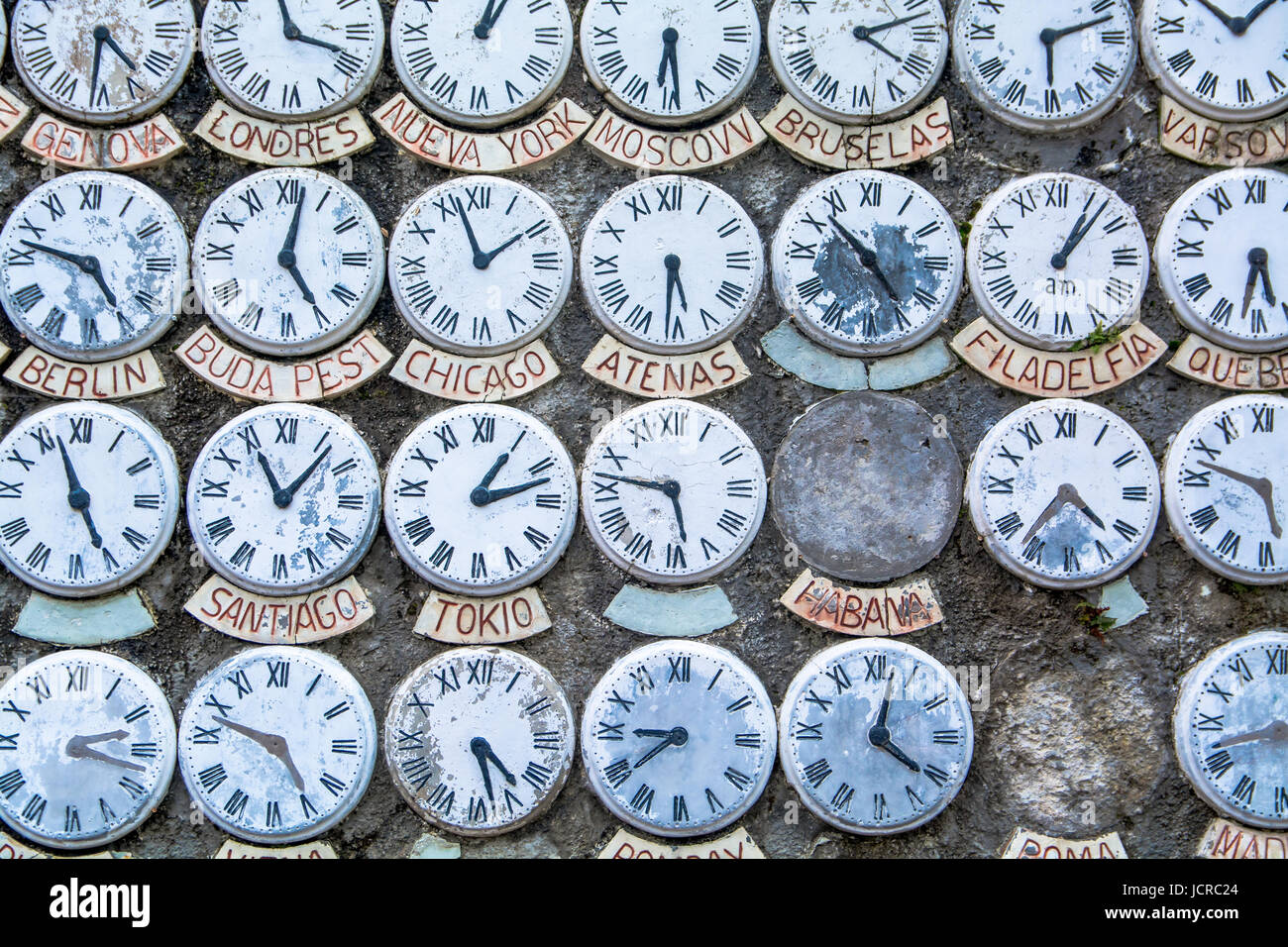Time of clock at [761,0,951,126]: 4:12
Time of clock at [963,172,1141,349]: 1:07
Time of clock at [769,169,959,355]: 10:24
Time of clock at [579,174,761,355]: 5:31
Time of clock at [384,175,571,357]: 1:56
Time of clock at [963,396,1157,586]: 4:36
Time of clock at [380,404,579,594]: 1:12
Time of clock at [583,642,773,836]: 7:45
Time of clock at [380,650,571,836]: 4:27
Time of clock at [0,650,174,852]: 2:17
